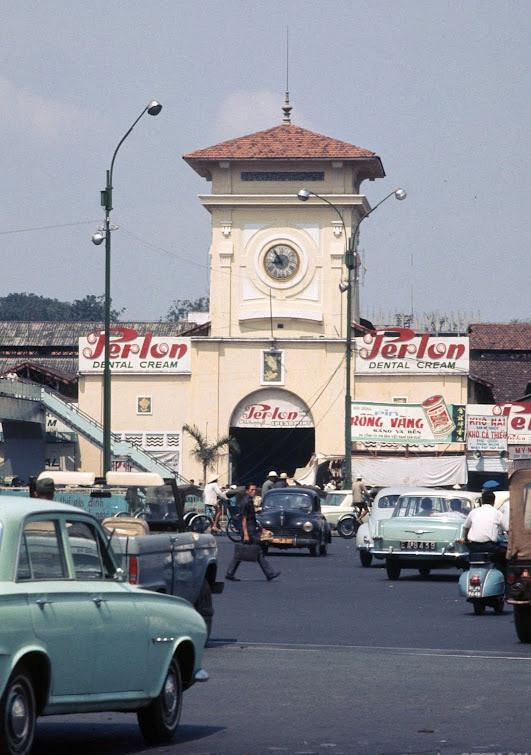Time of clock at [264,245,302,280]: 8:54
